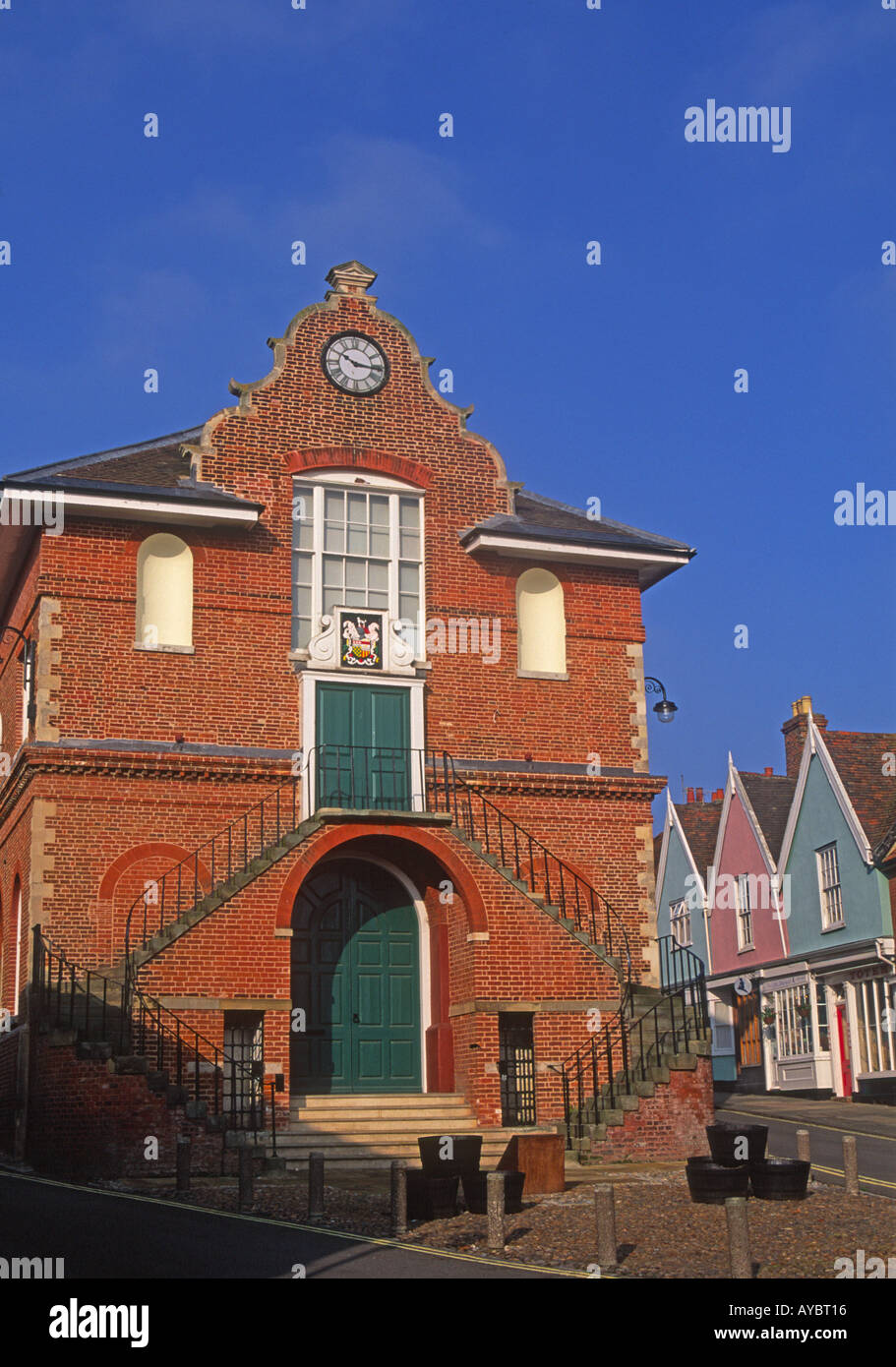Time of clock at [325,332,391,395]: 10:16
